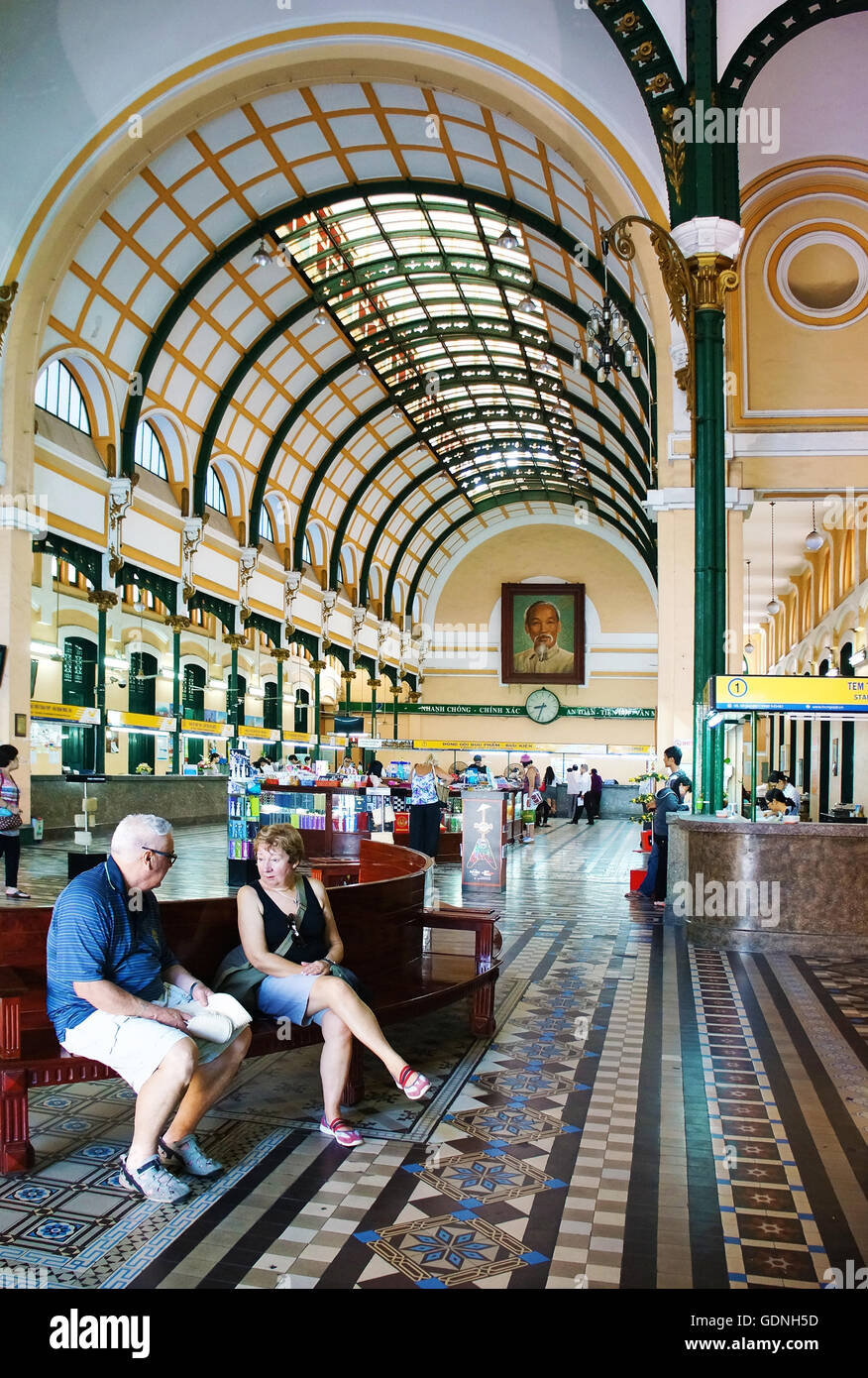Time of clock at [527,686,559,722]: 8:33
